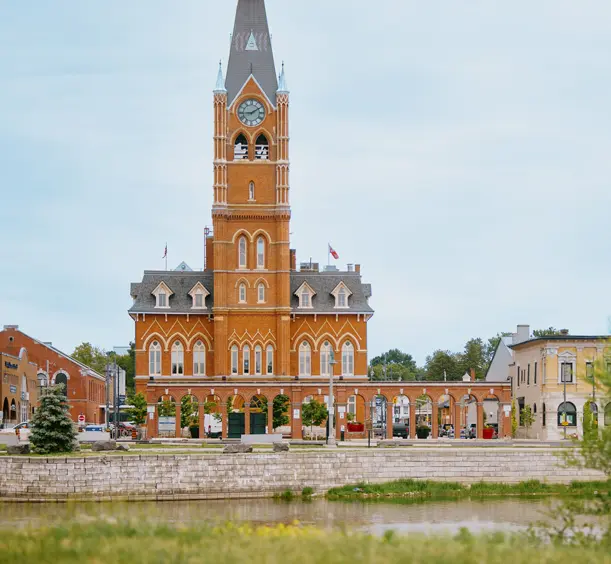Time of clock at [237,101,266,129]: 9:09
